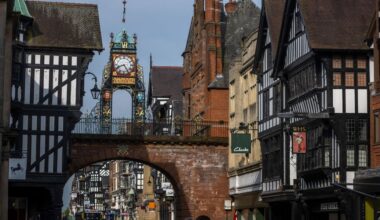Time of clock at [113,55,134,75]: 8:24
